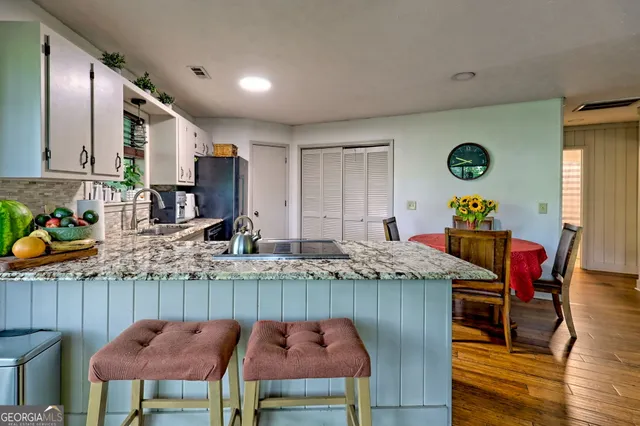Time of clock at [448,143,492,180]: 9:42
